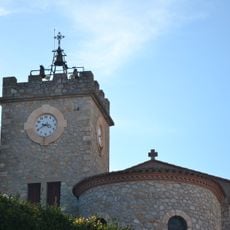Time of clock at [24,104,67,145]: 3:39
